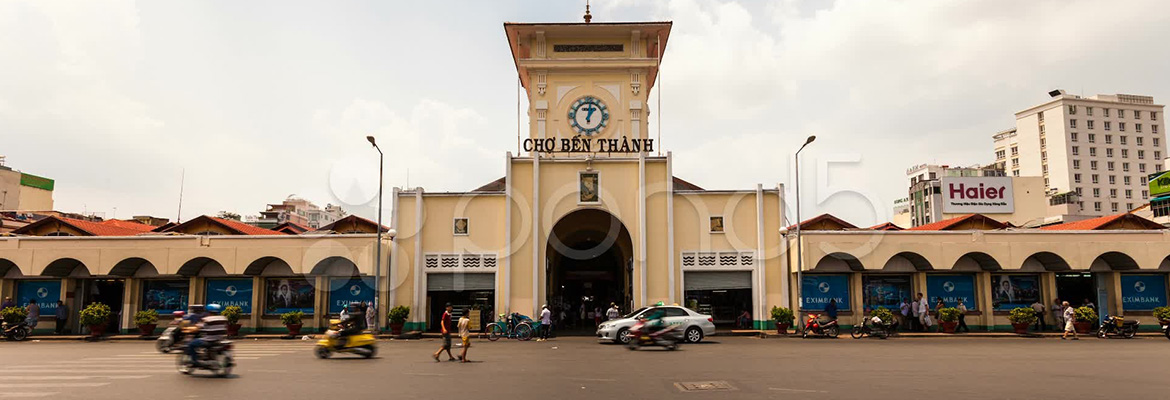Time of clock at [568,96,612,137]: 1:01
